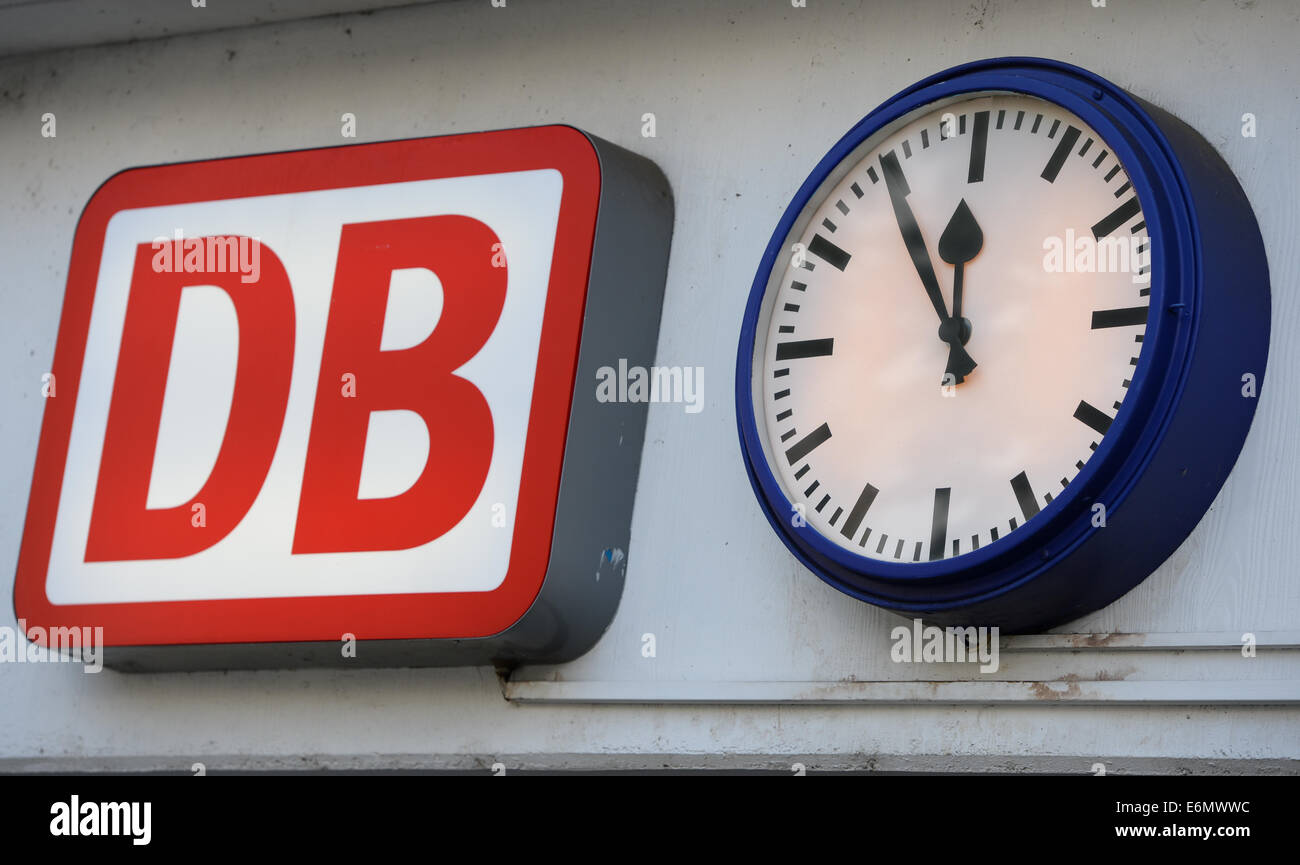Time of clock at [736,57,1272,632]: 11:54
